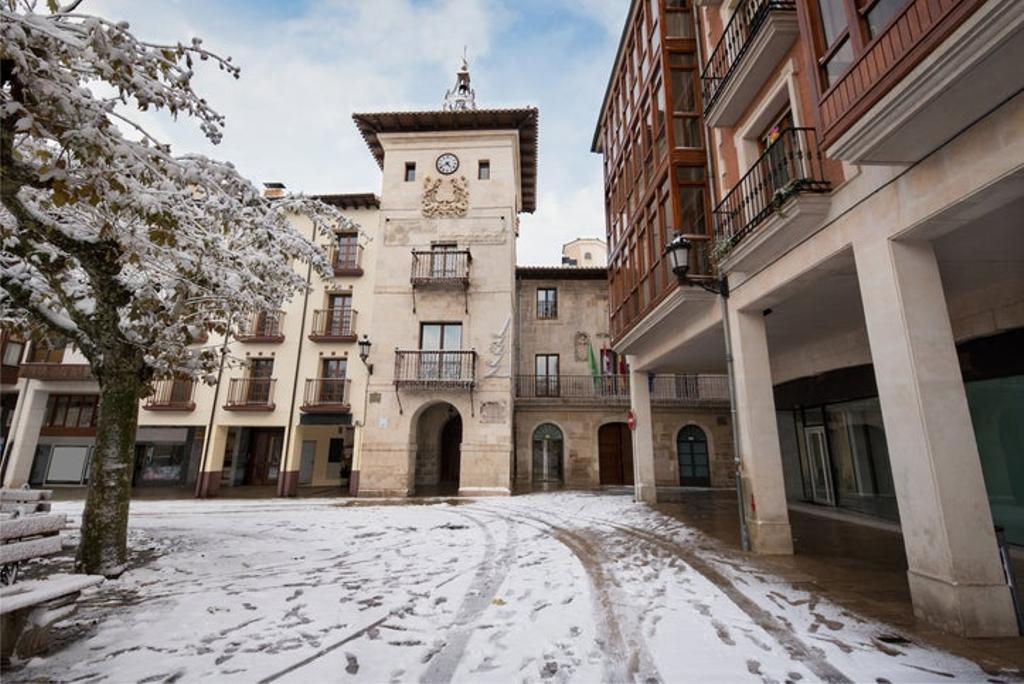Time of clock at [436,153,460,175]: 4:41
